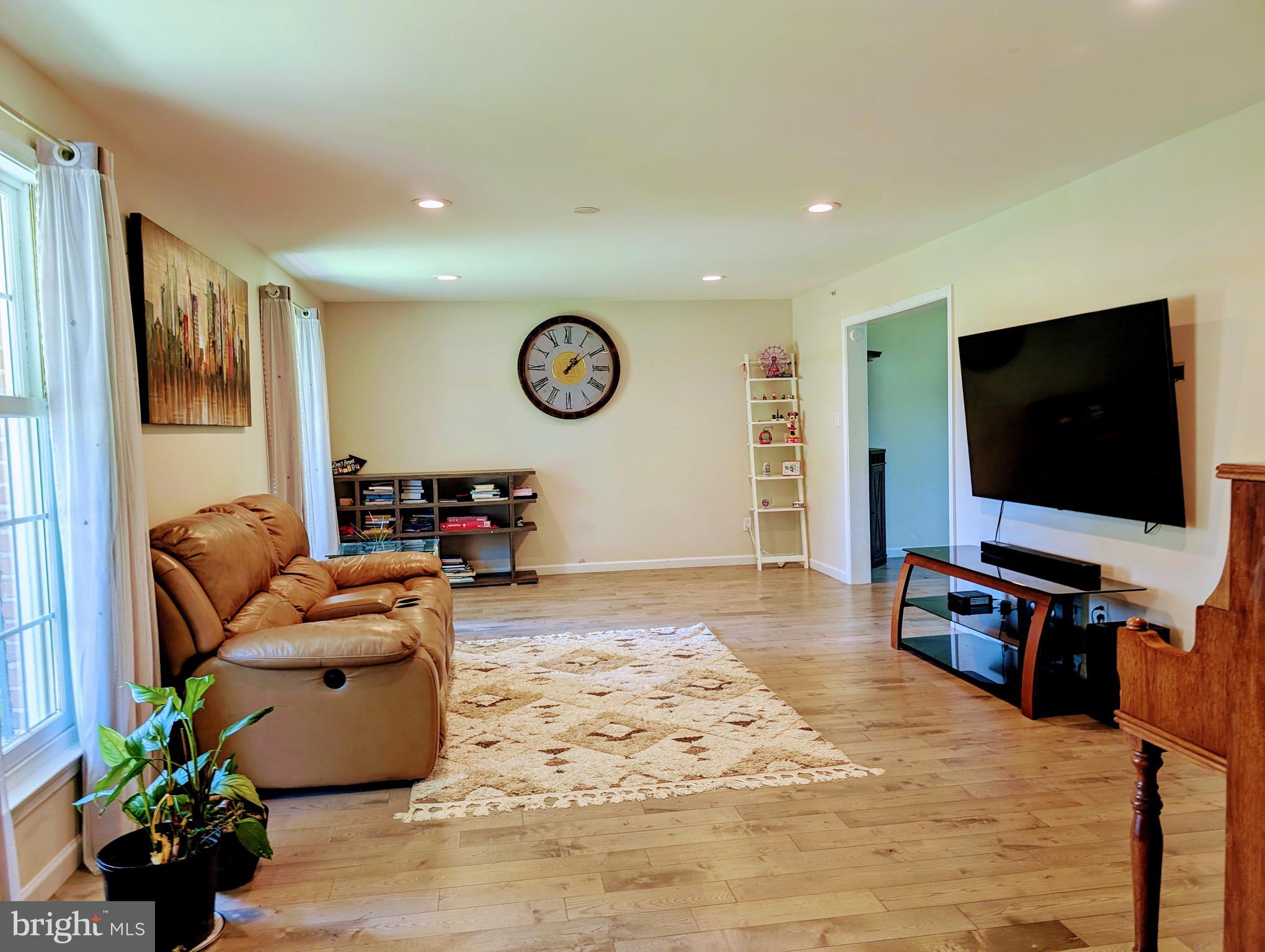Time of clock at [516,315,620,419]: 1:09
